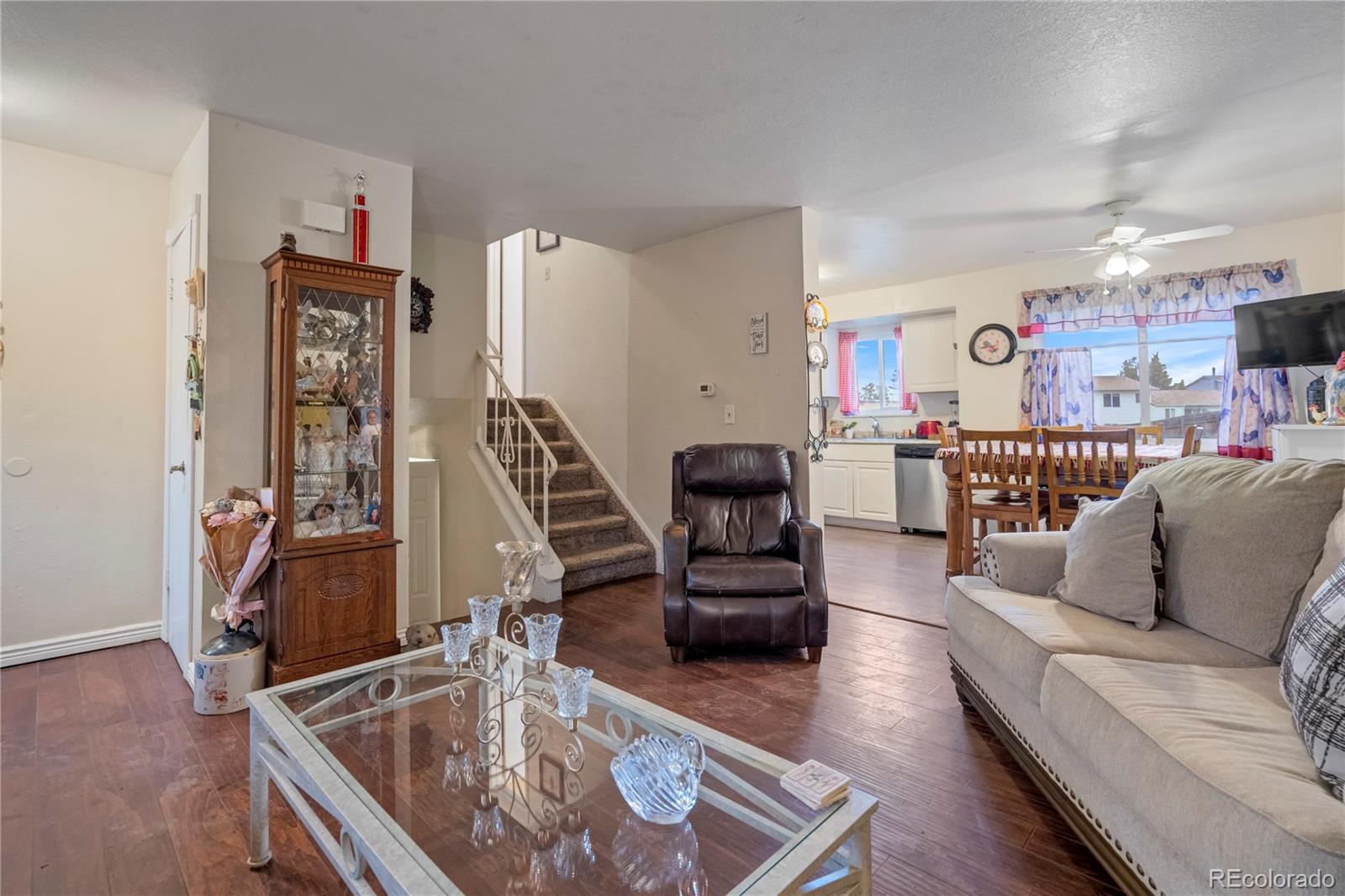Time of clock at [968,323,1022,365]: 4:42
